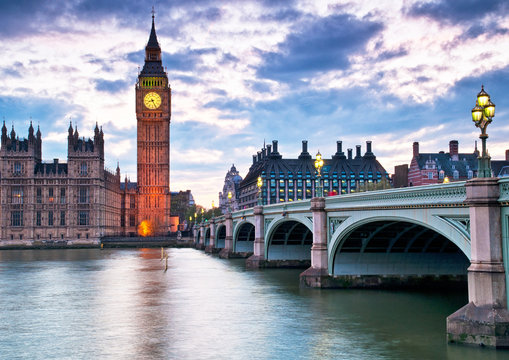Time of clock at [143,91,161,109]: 8:25
